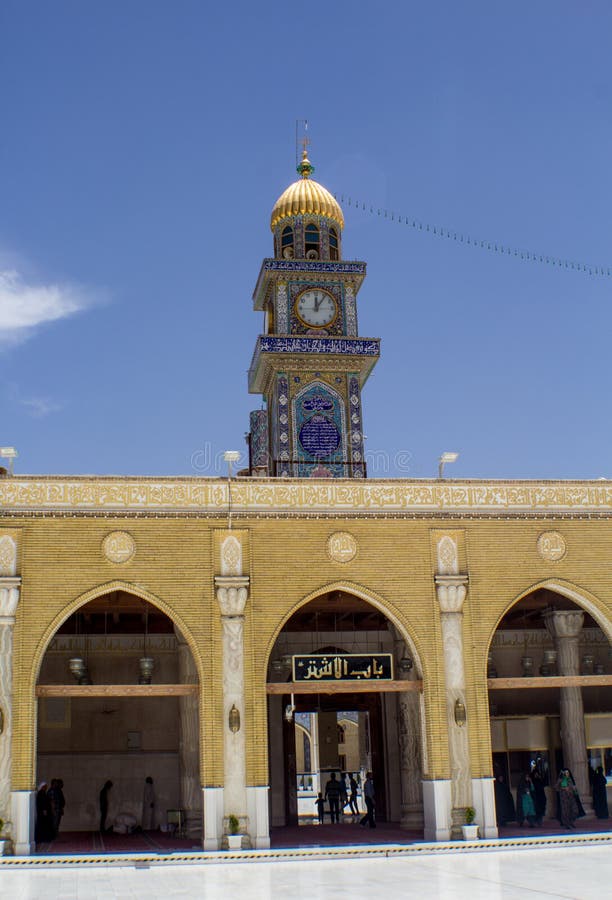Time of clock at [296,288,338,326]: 12:06
